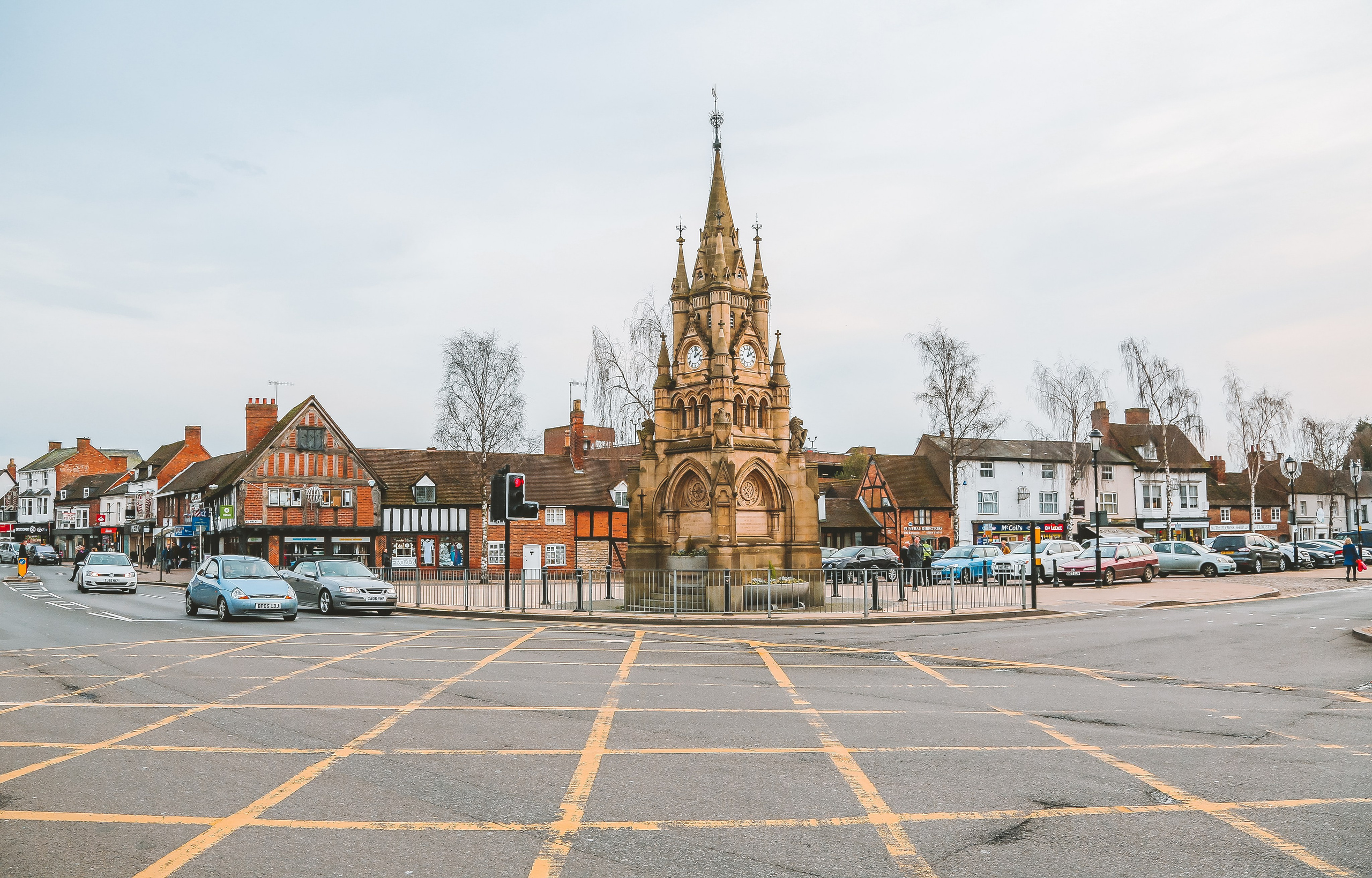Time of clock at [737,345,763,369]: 2:03
